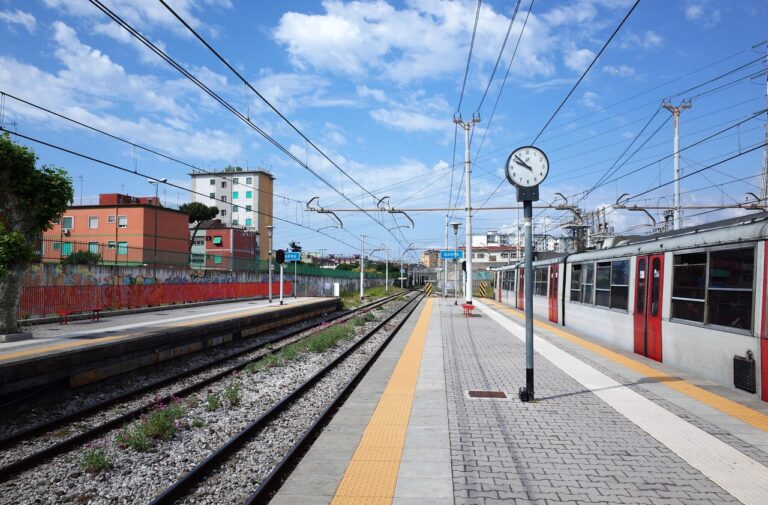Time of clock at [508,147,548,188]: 9:52
